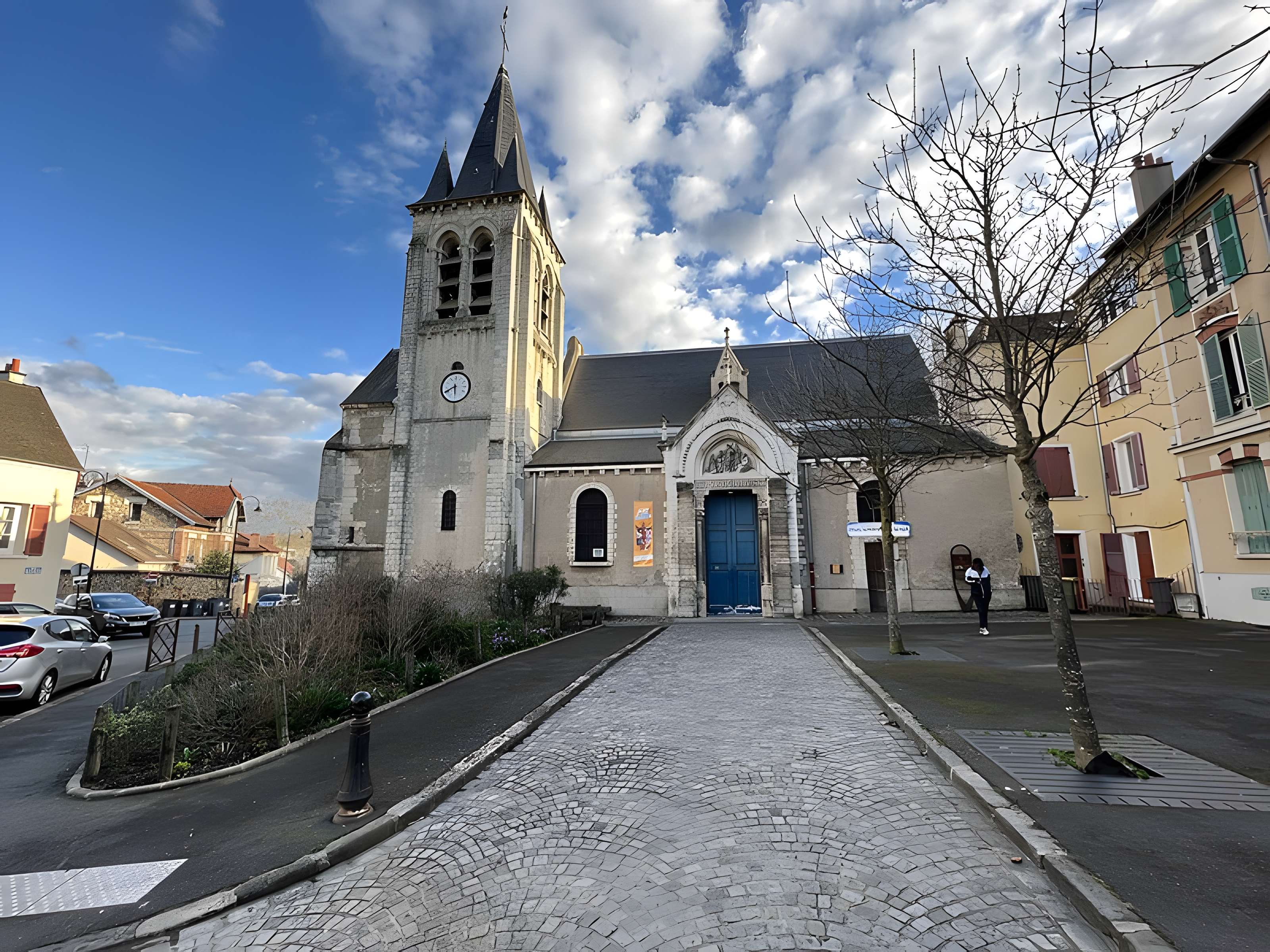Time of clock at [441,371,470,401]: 5:40
